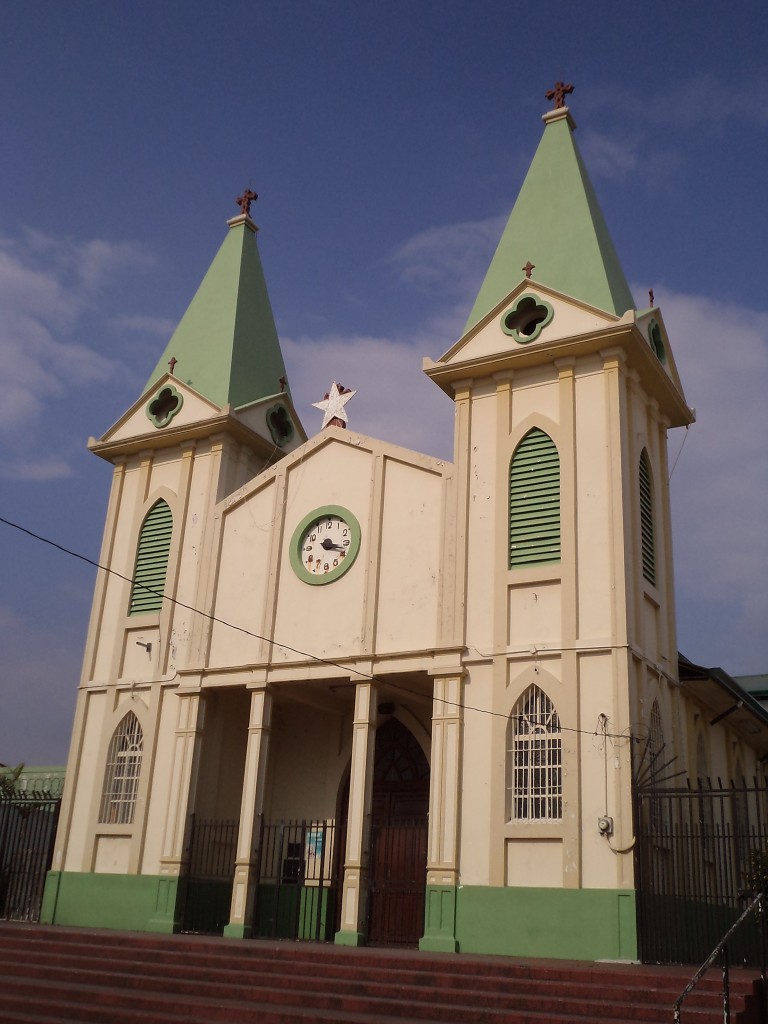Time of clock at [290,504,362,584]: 3:18
